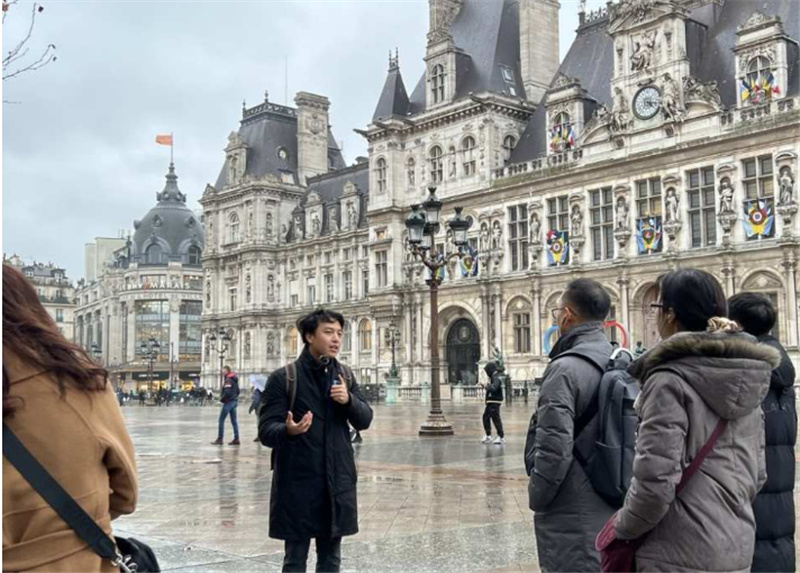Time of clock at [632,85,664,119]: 4:16
